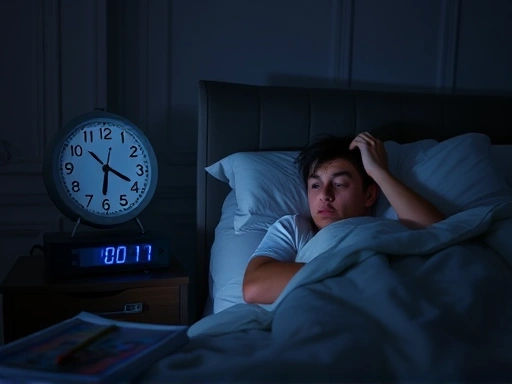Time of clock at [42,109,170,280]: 6:19
